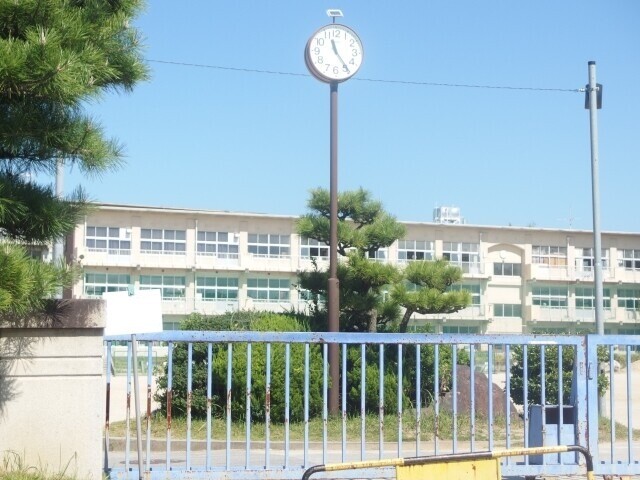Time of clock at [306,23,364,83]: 11:24
